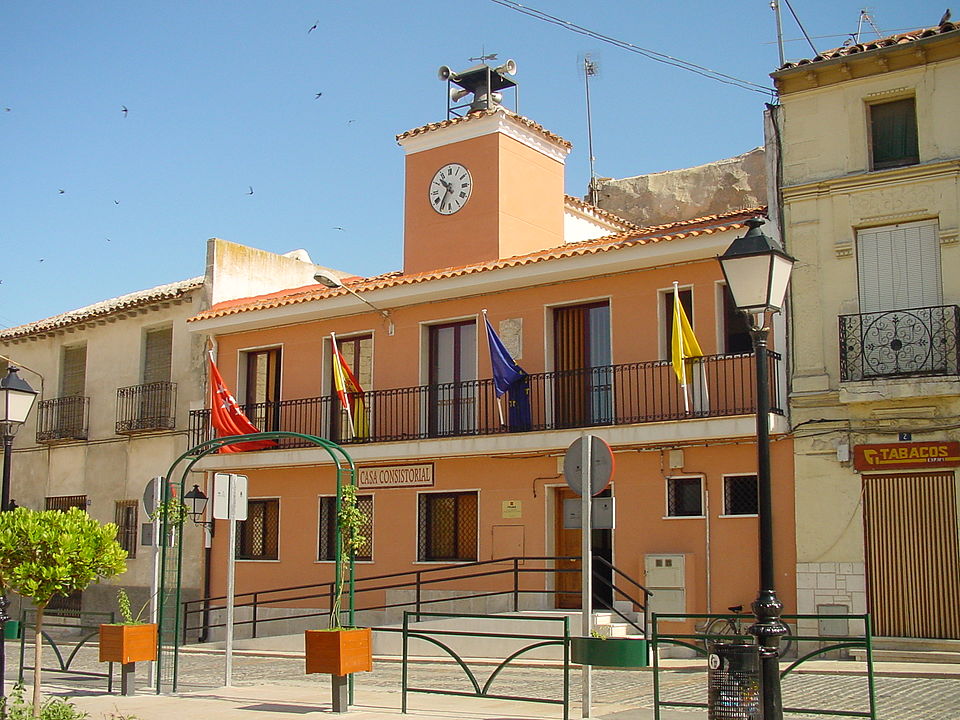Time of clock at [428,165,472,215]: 10:35
